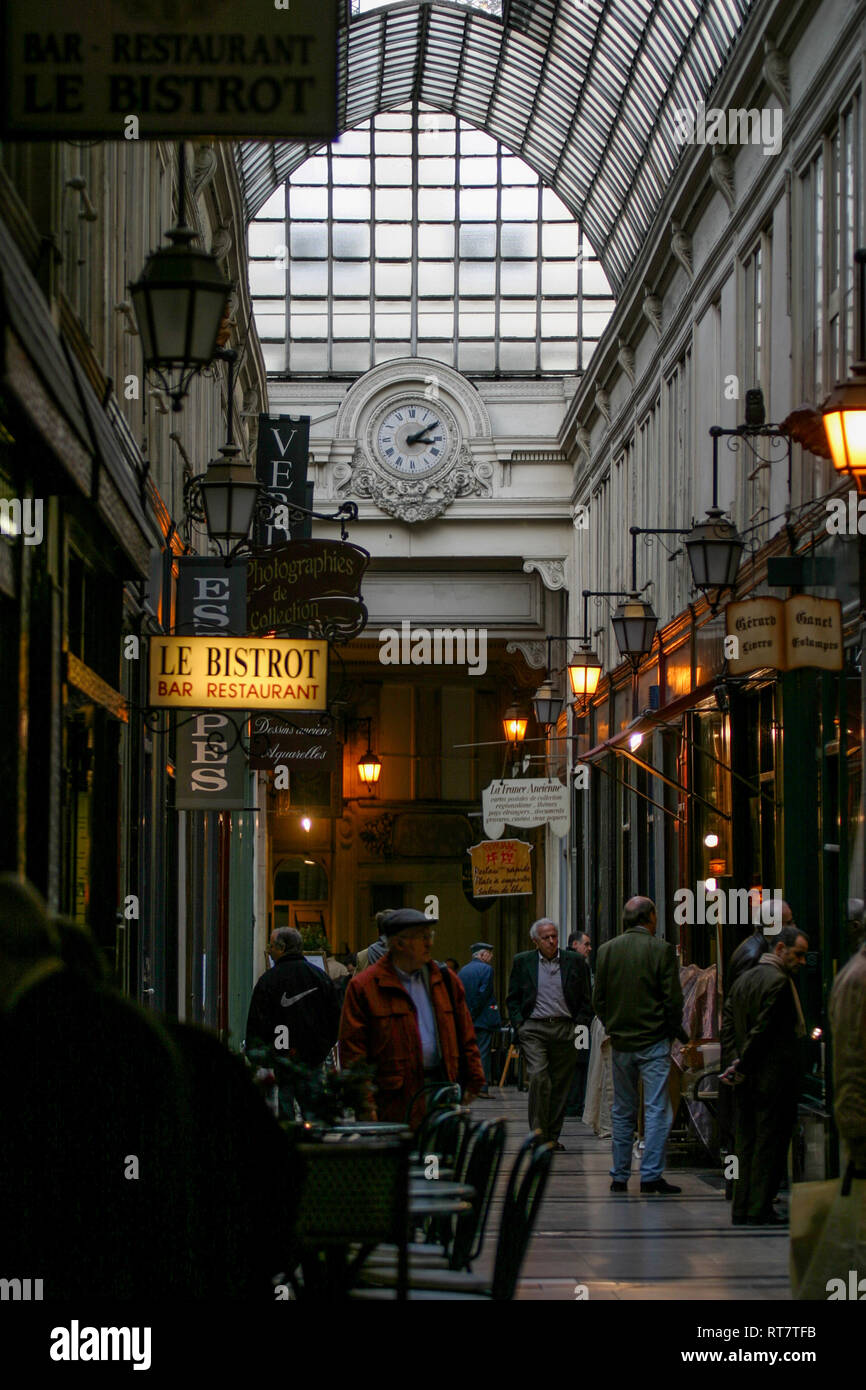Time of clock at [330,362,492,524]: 3:09
